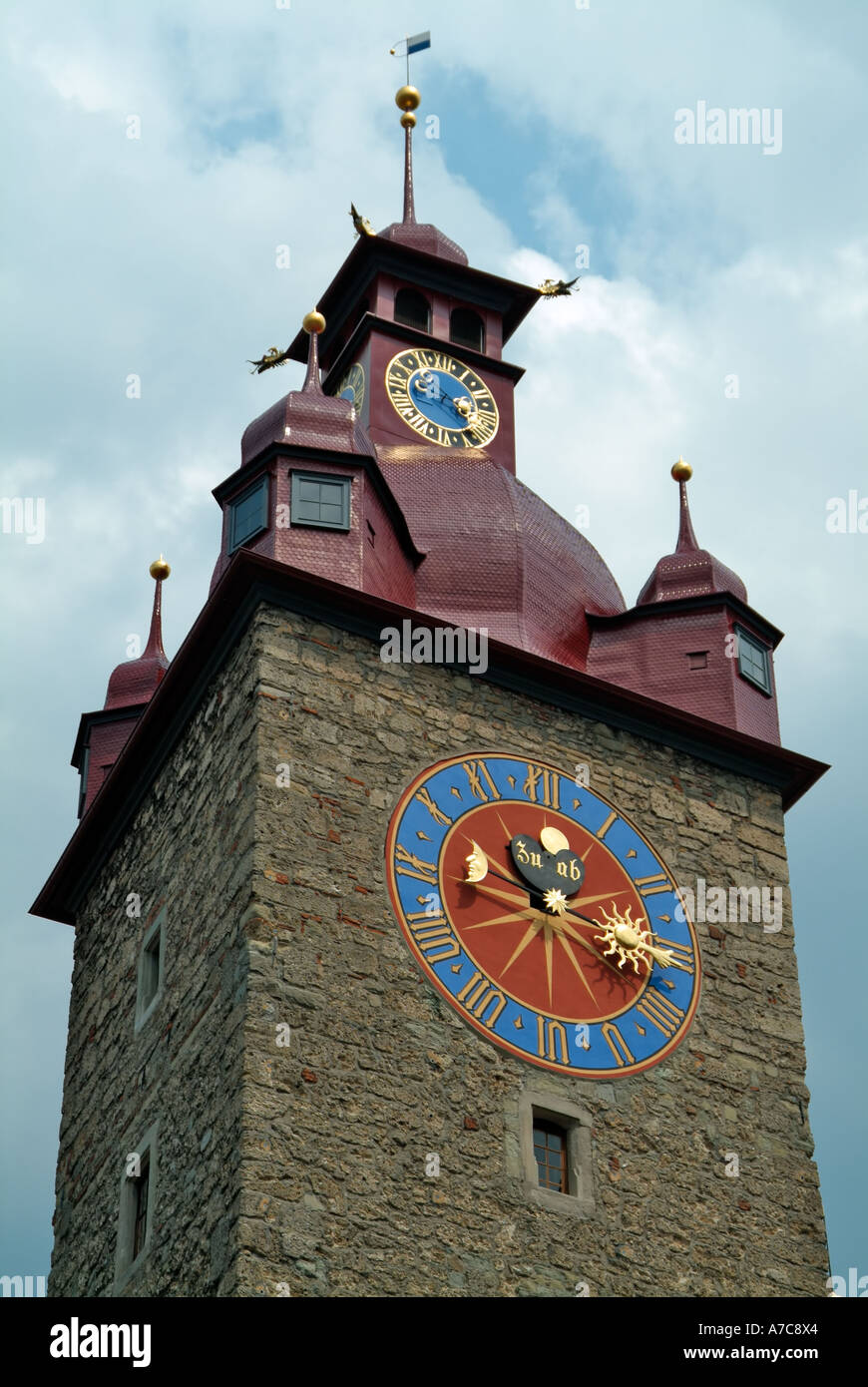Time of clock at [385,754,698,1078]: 10:17
